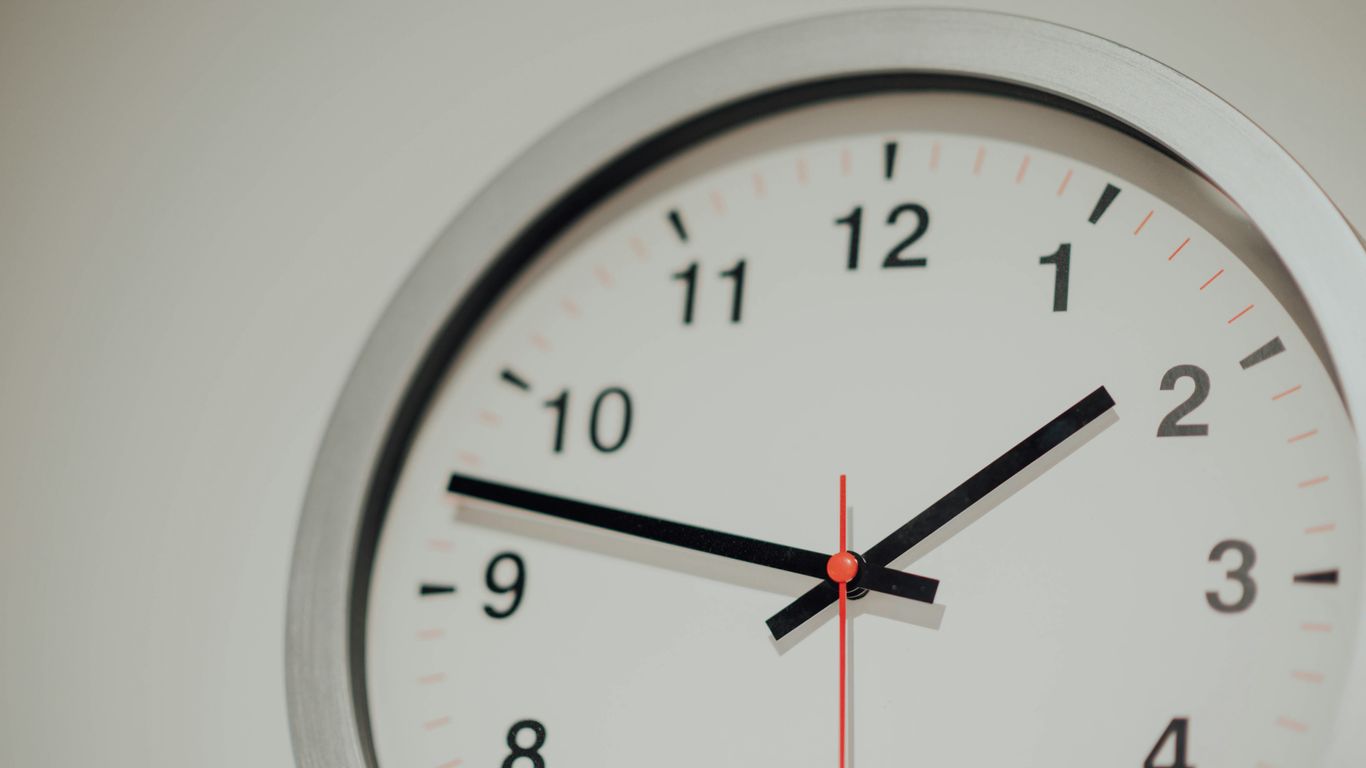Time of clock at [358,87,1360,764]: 1:47
